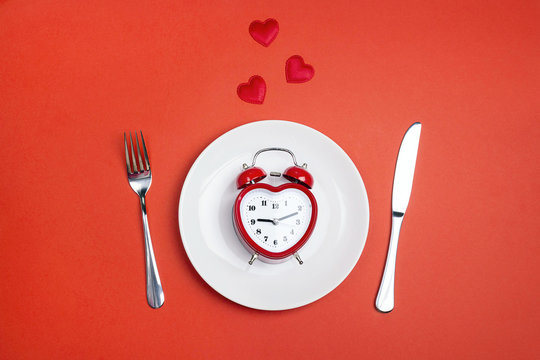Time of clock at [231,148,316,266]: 9:11
